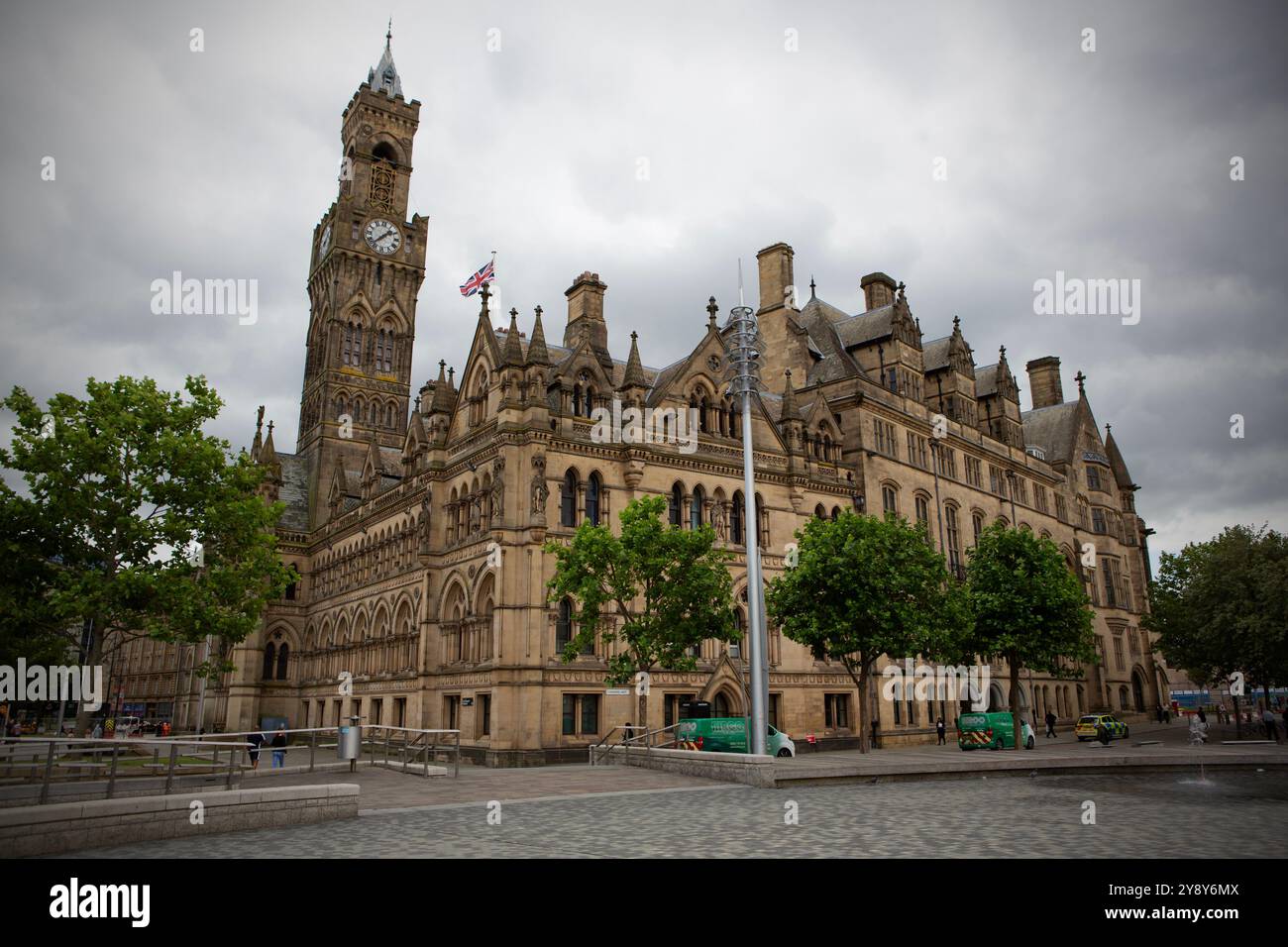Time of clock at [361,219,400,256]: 1:37
